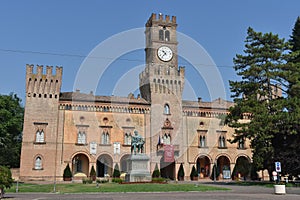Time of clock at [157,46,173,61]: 10:37
